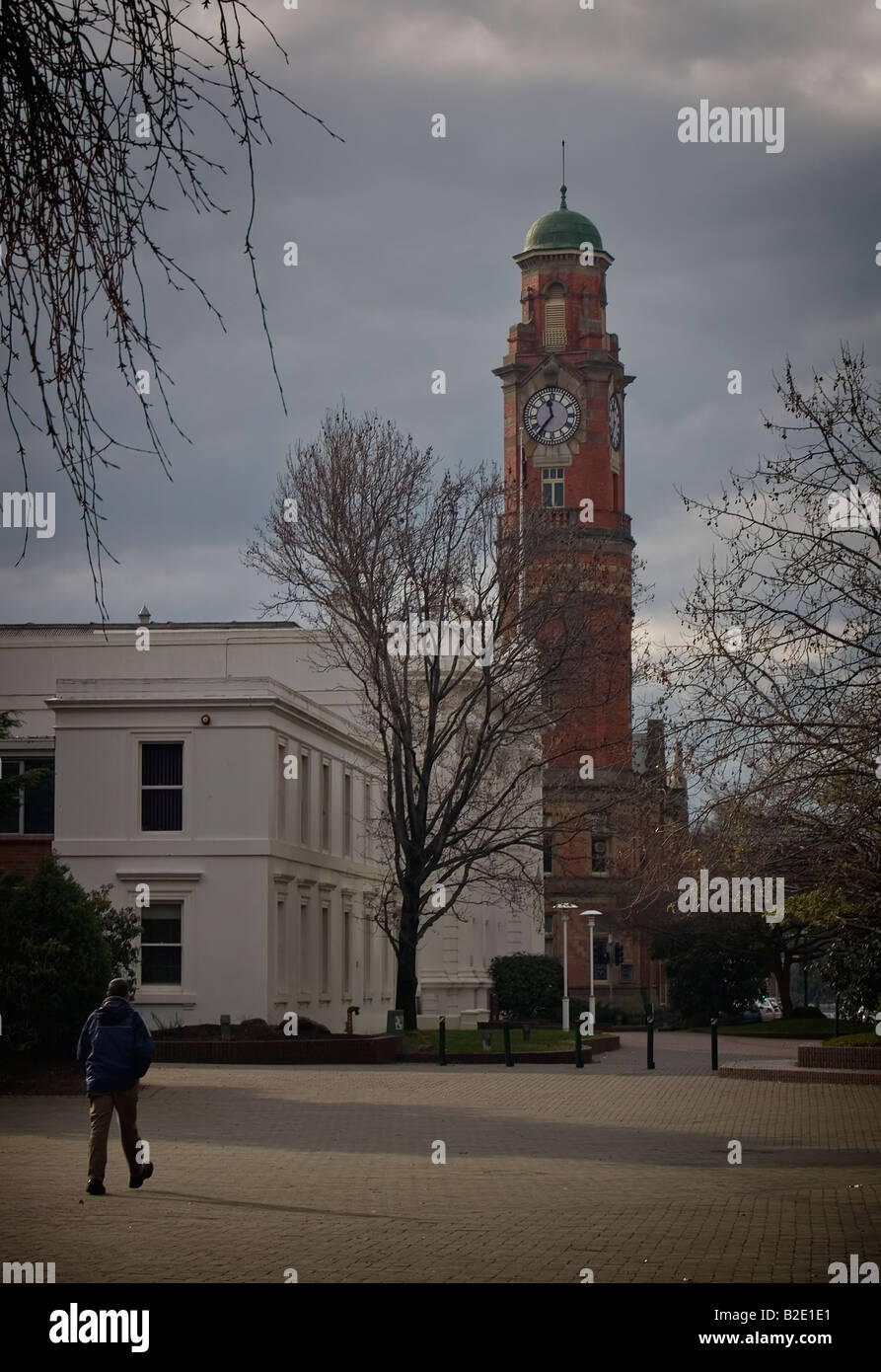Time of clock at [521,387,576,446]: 11:36
